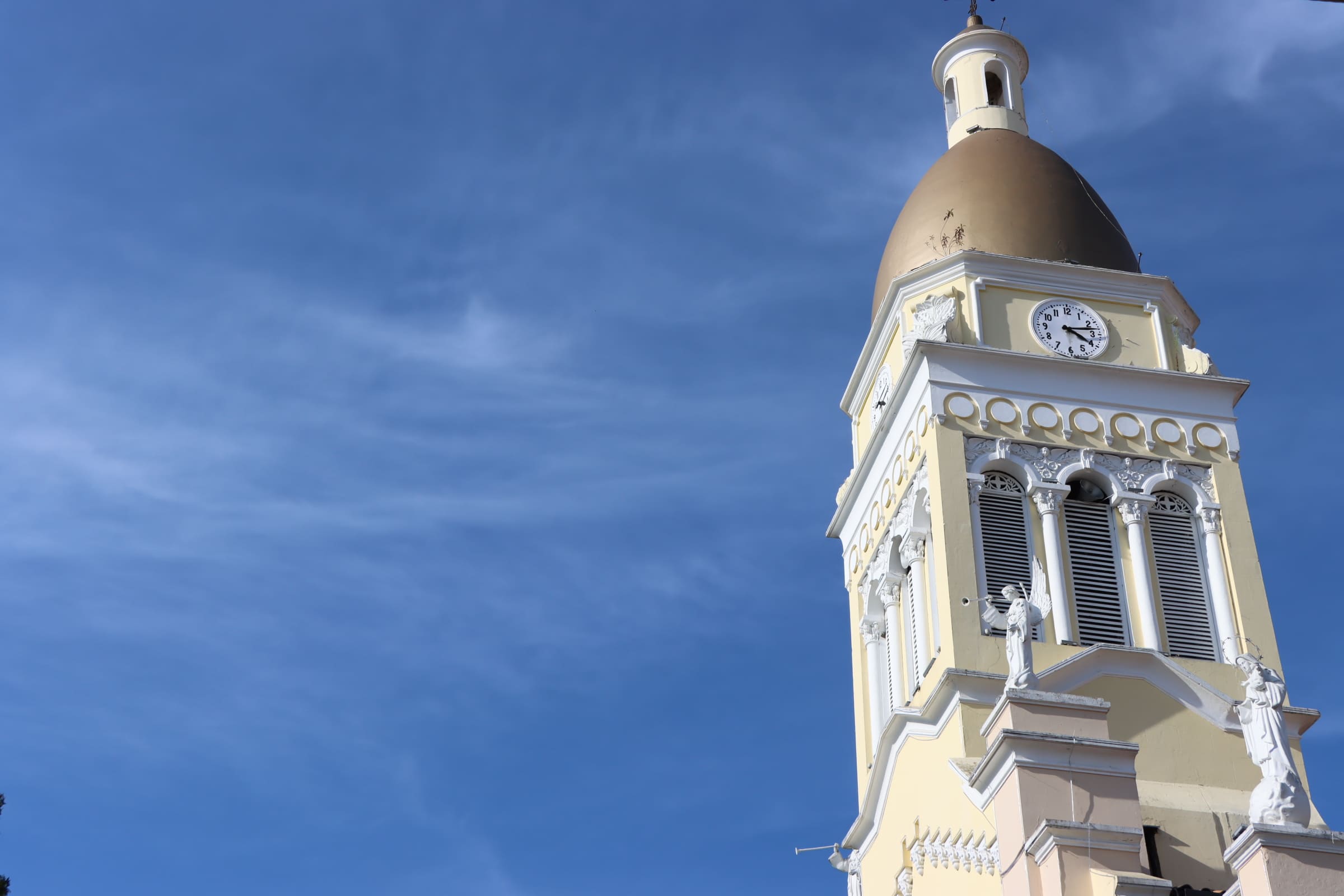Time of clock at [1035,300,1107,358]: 4:12
